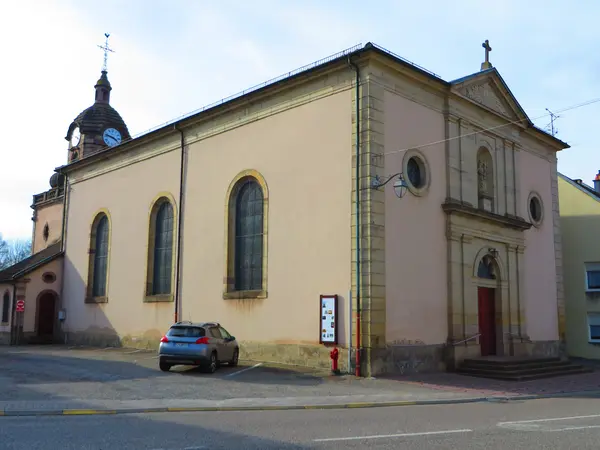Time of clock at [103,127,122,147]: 3:47
